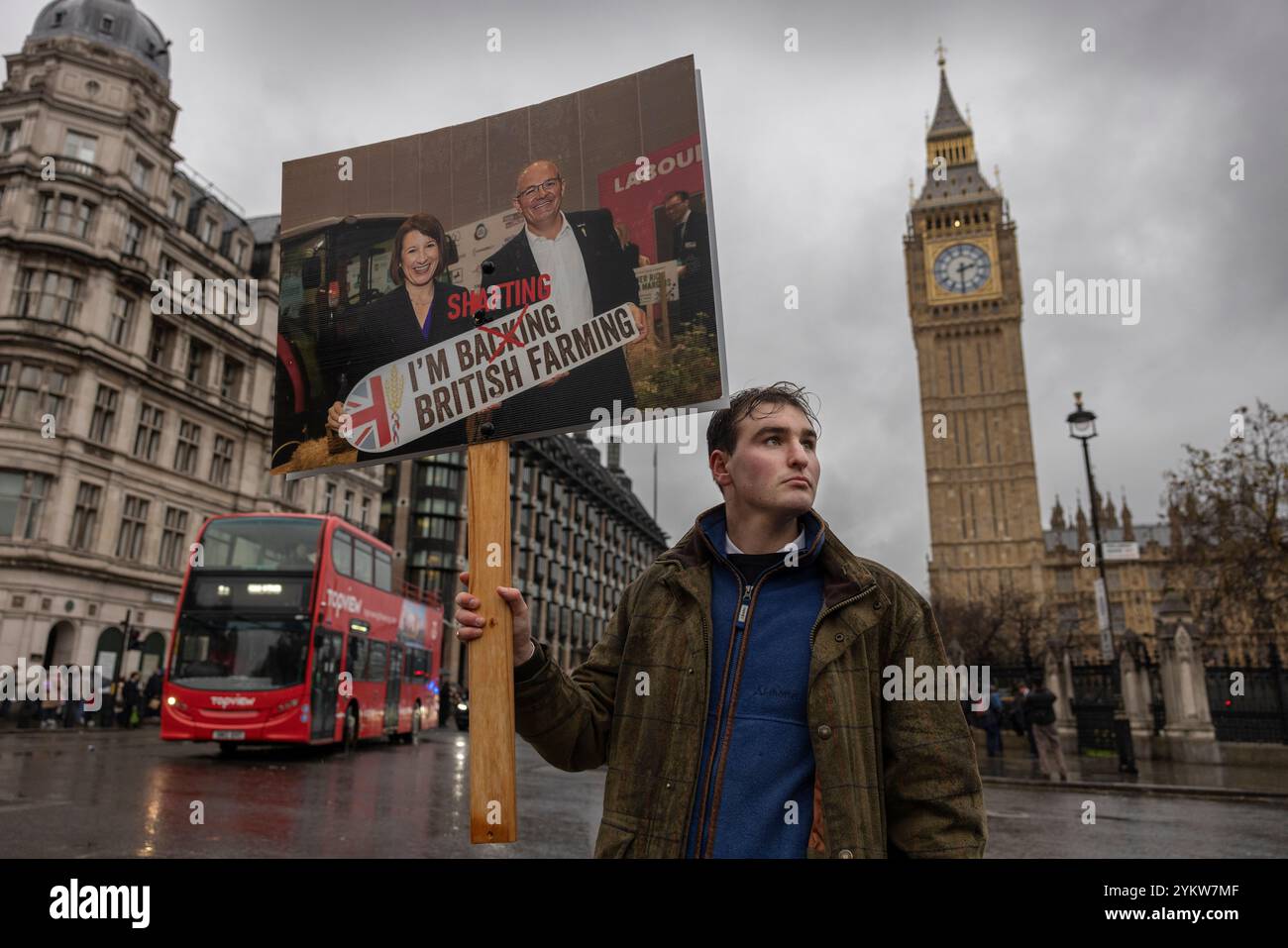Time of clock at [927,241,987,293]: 2:30
